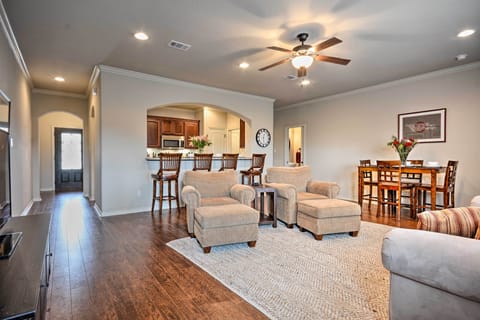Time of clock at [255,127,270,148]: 12:28
